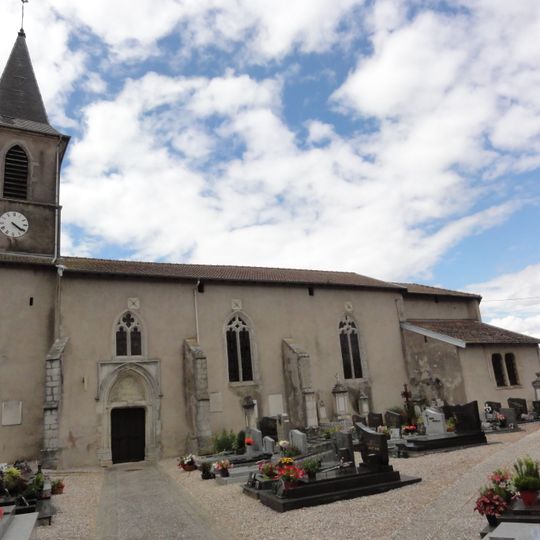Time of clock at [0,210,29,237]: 4:20
